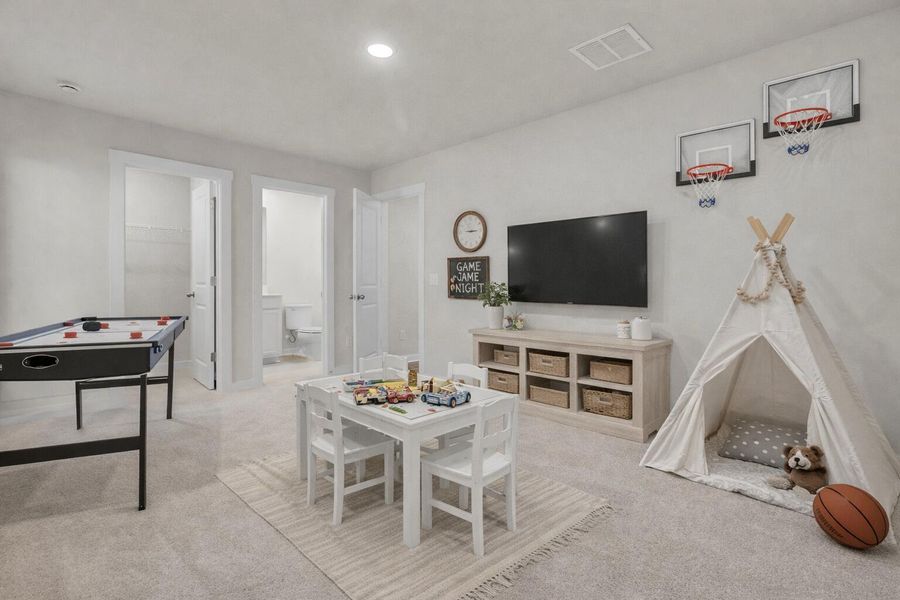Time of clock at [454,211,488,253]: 9:14
